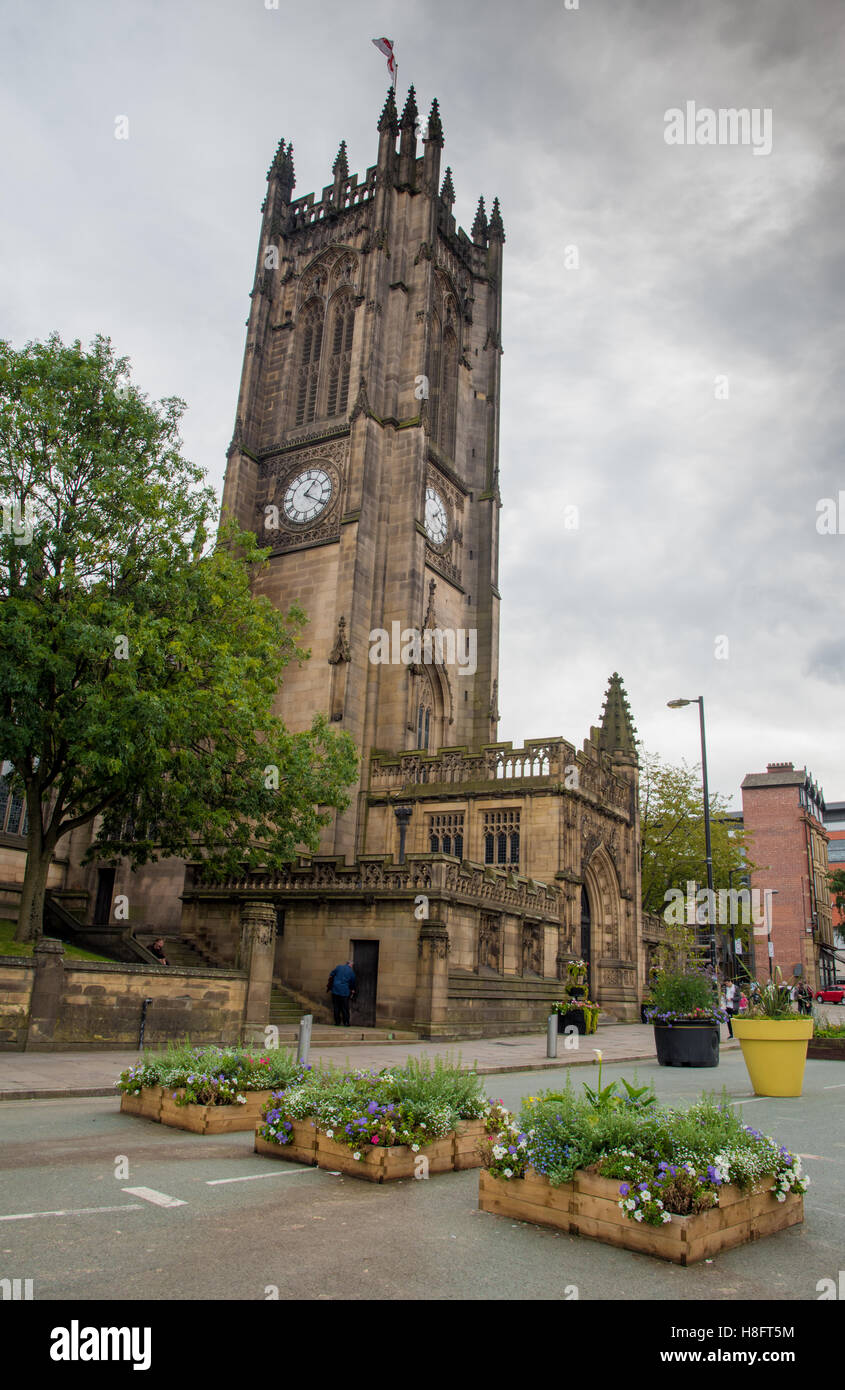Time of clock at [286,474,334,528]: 1:20
